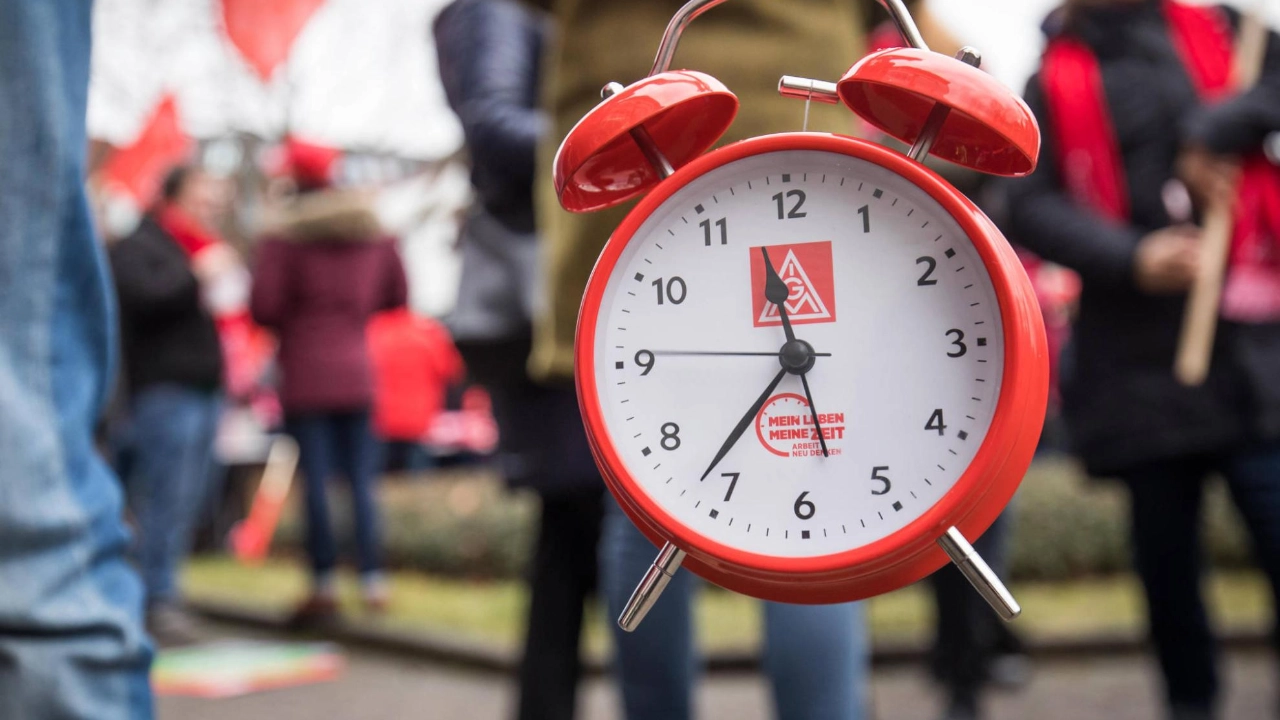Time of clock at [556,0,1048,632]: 11:36
